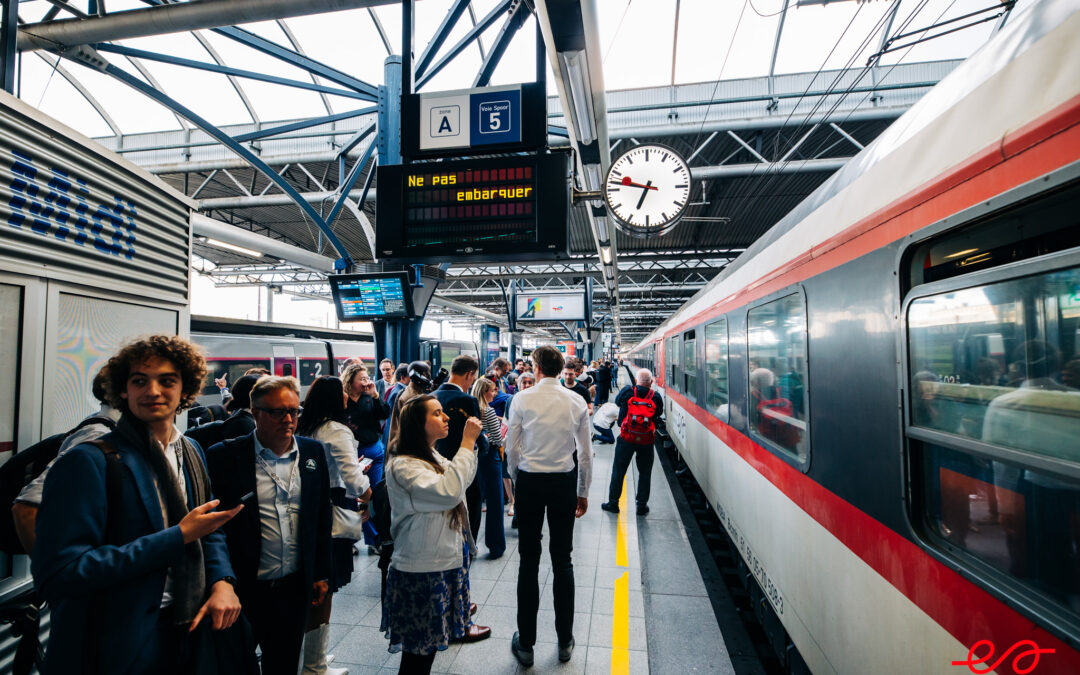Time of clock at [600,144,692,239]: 6:47
